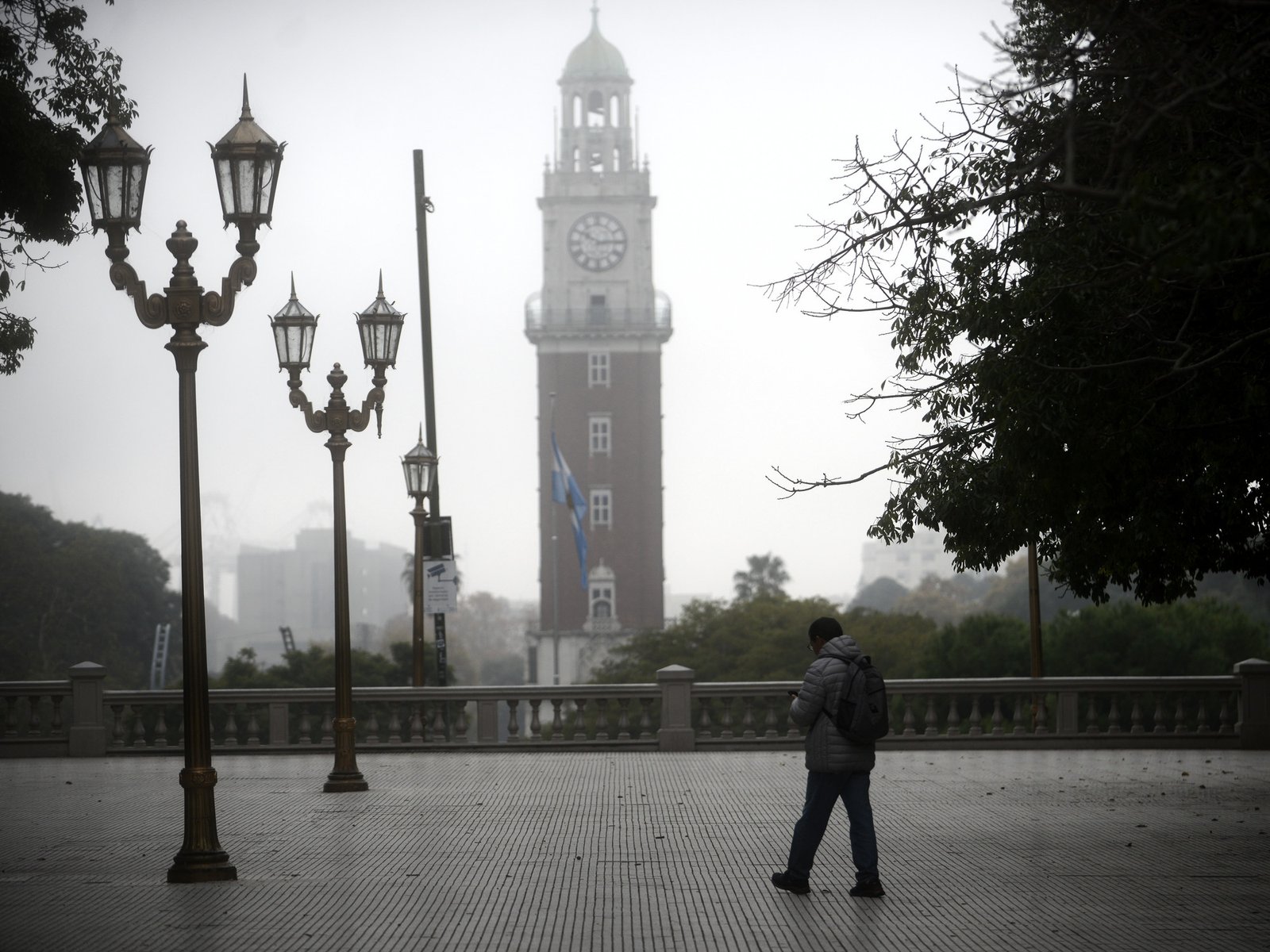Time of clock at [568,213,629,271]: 10:14
